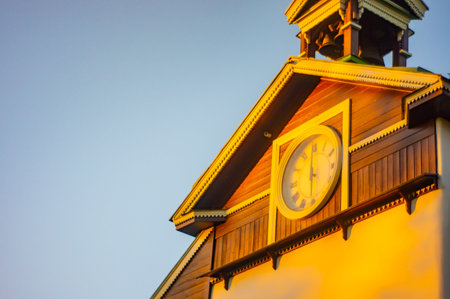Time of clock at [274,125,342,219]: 5:59
